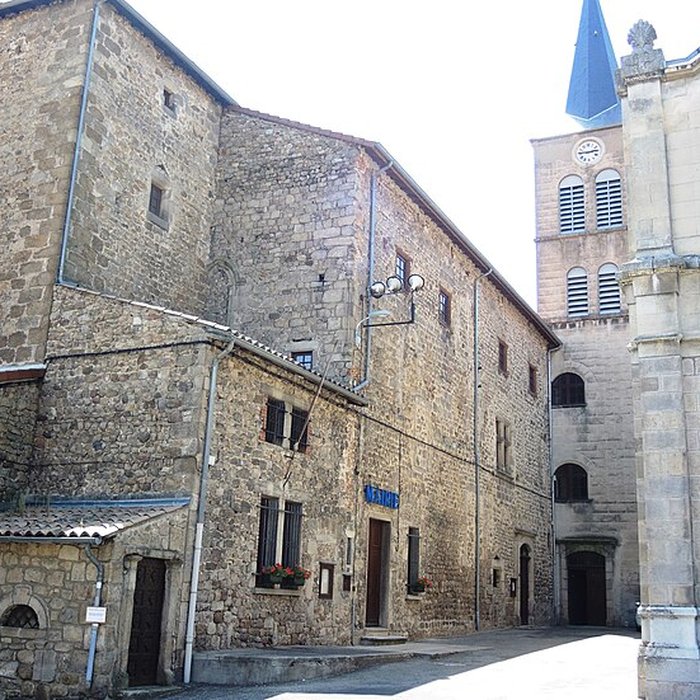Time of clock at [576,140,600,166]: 2:45
